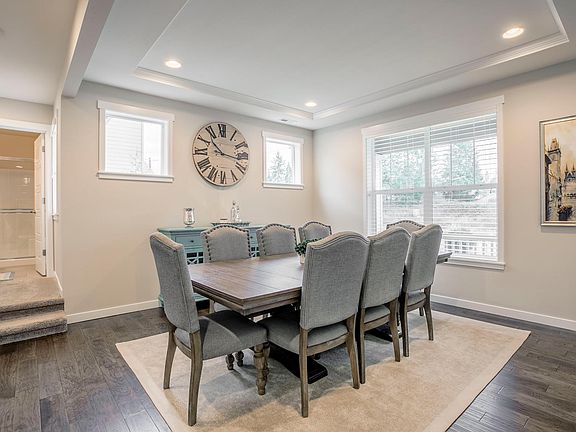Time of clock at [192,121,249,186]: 10:16
